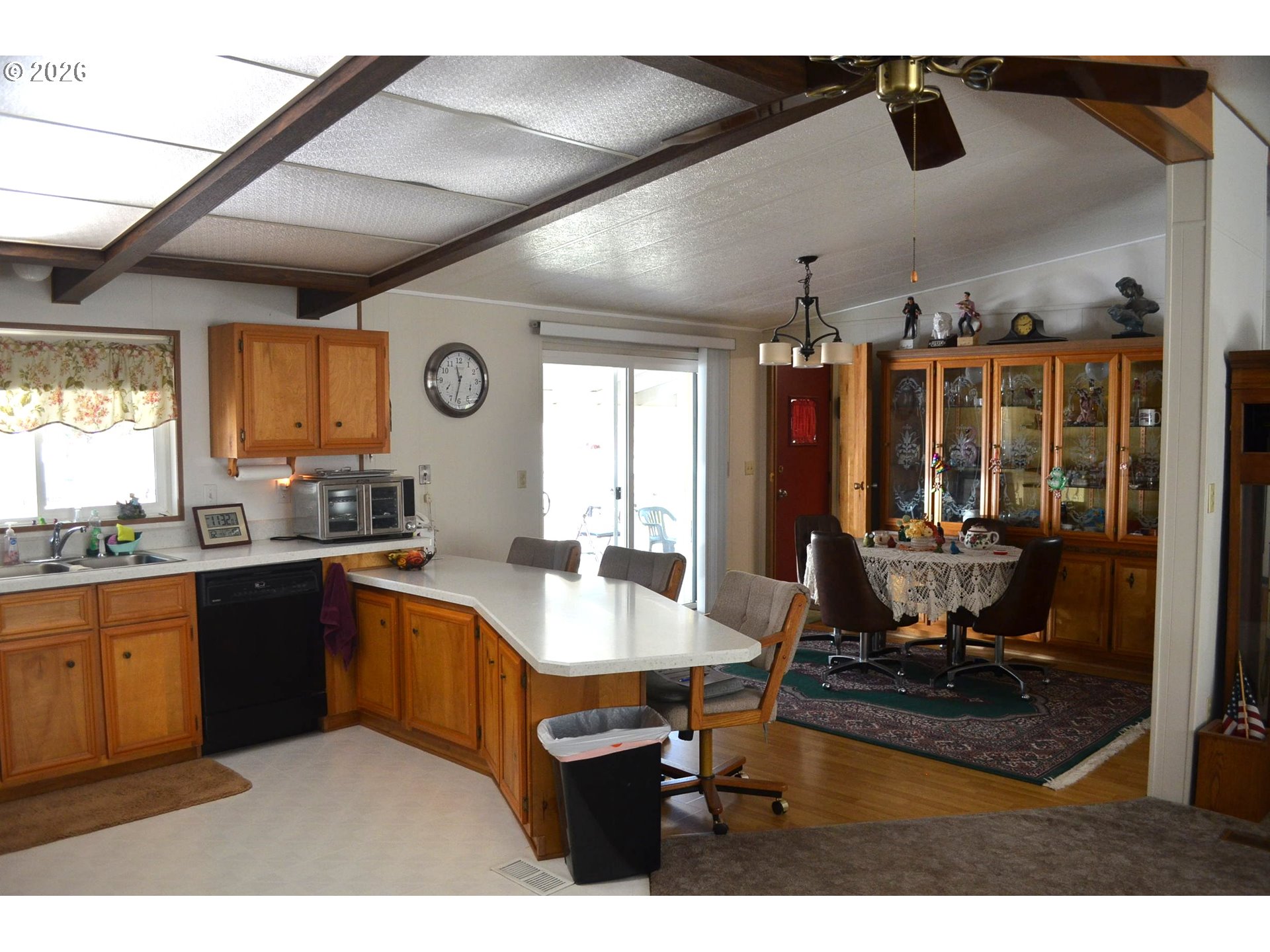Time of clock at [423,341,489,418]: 11:32
